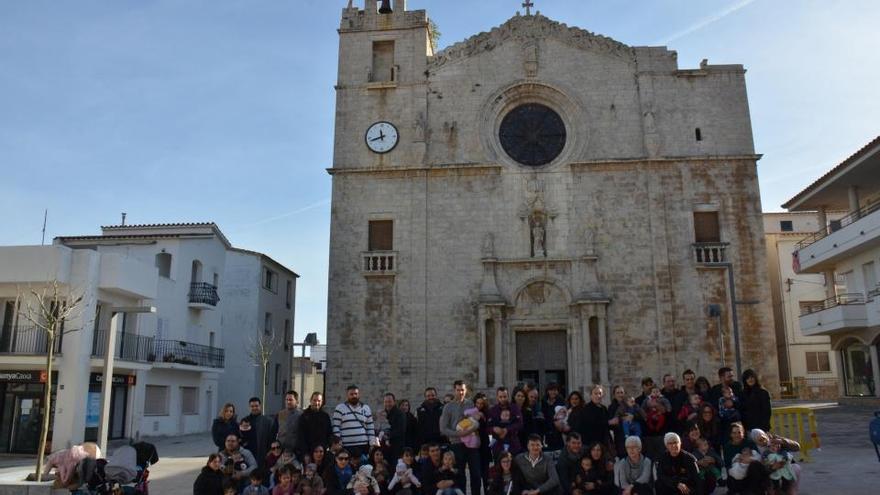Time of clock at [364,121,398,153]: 11:42
